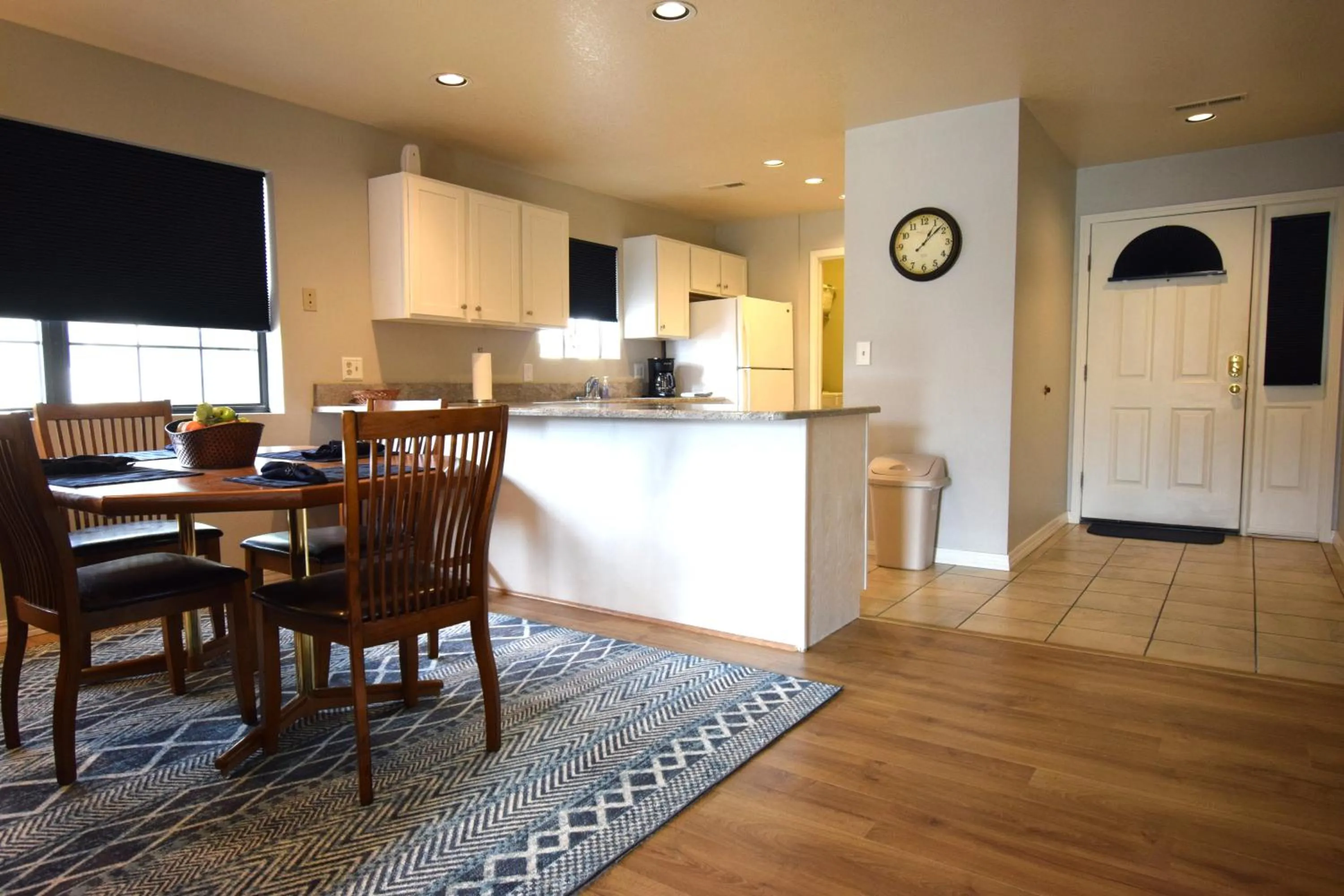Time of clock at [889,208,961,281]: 1:08
